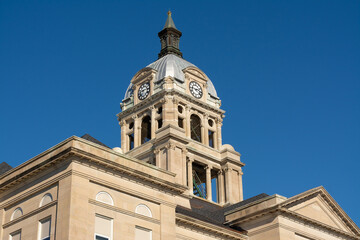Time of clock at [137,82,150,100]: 8:12
